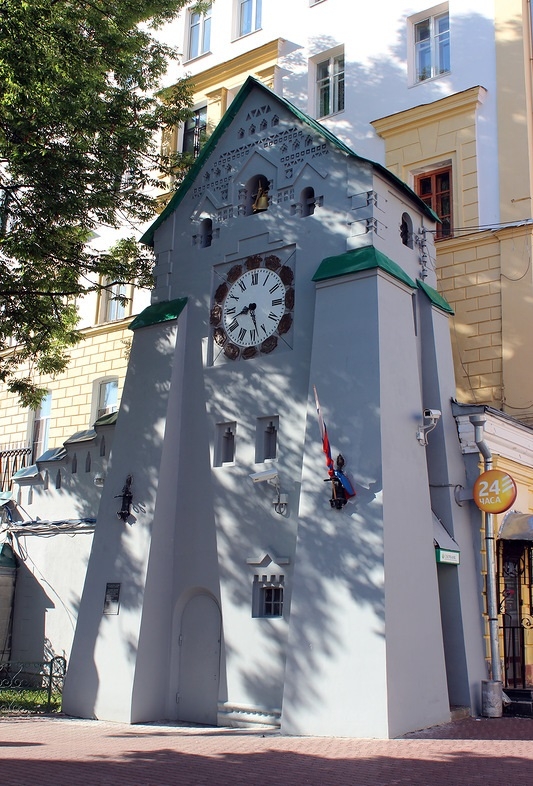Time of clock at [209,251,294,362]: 8:27
